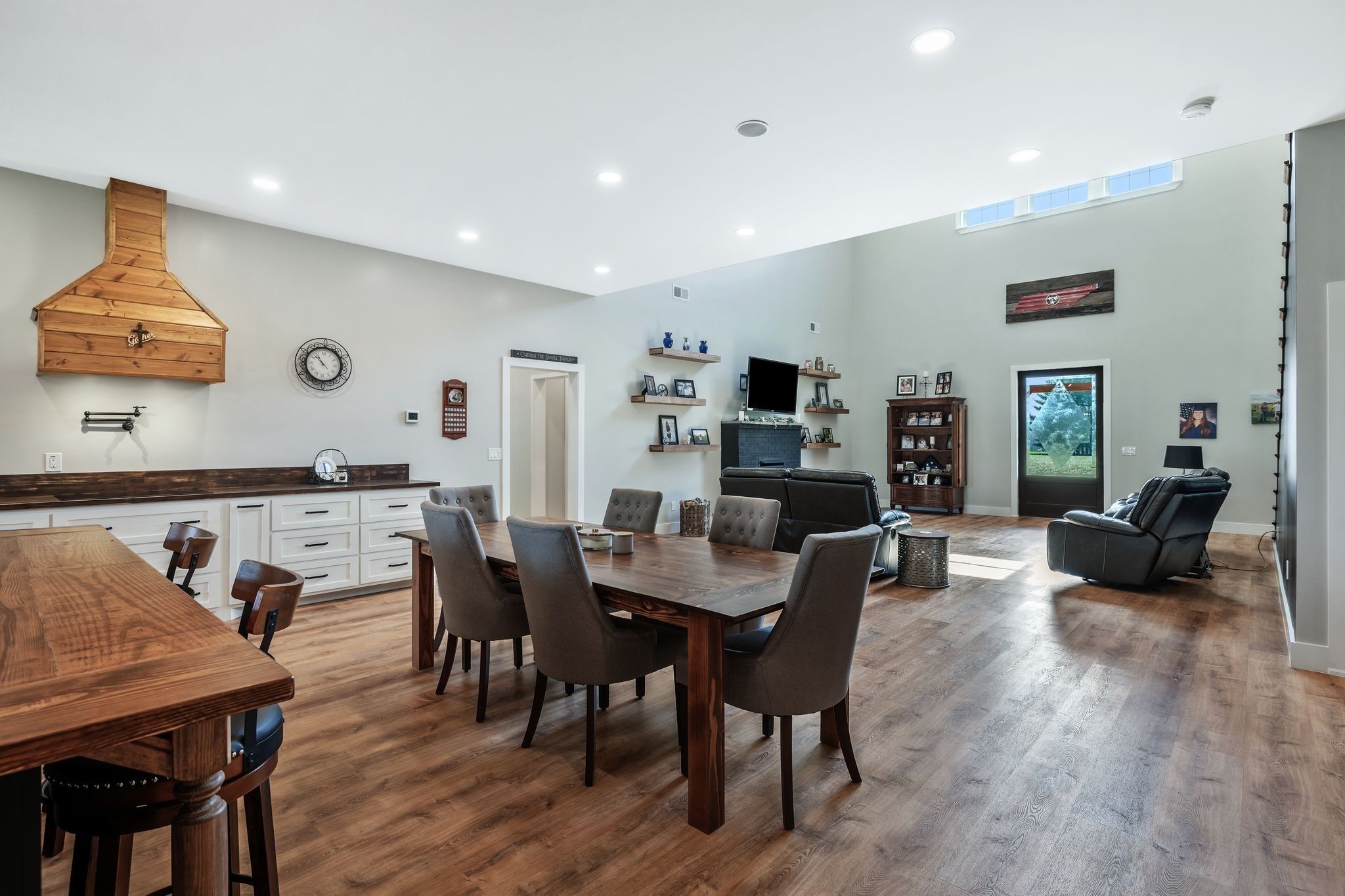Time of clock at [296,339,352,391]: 10:52
